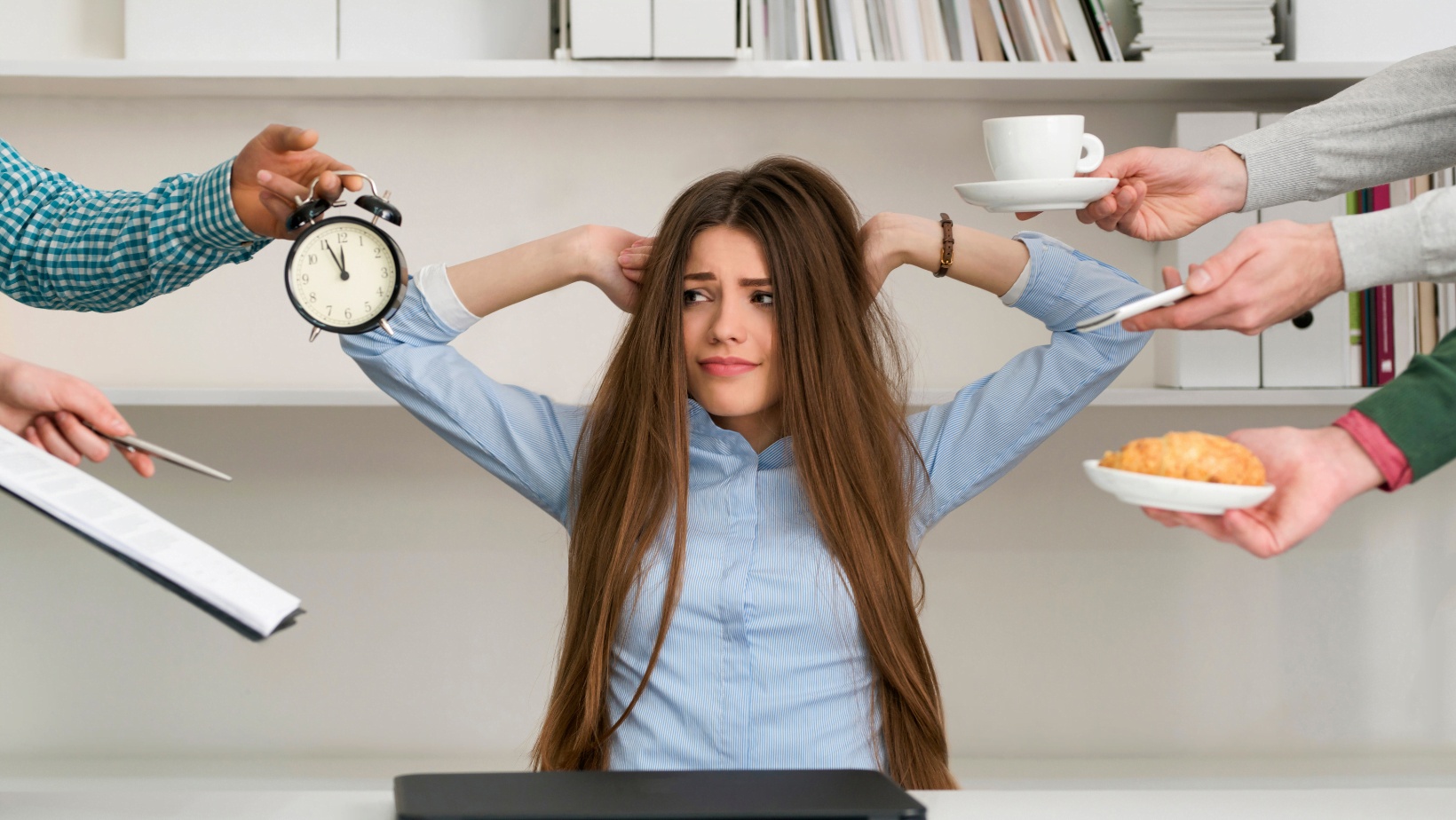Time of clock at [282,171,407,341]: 11:55
